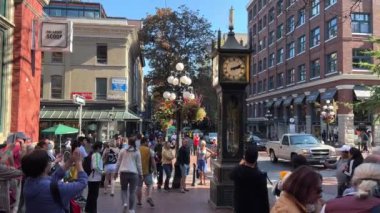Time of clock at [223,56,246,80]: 2:13
